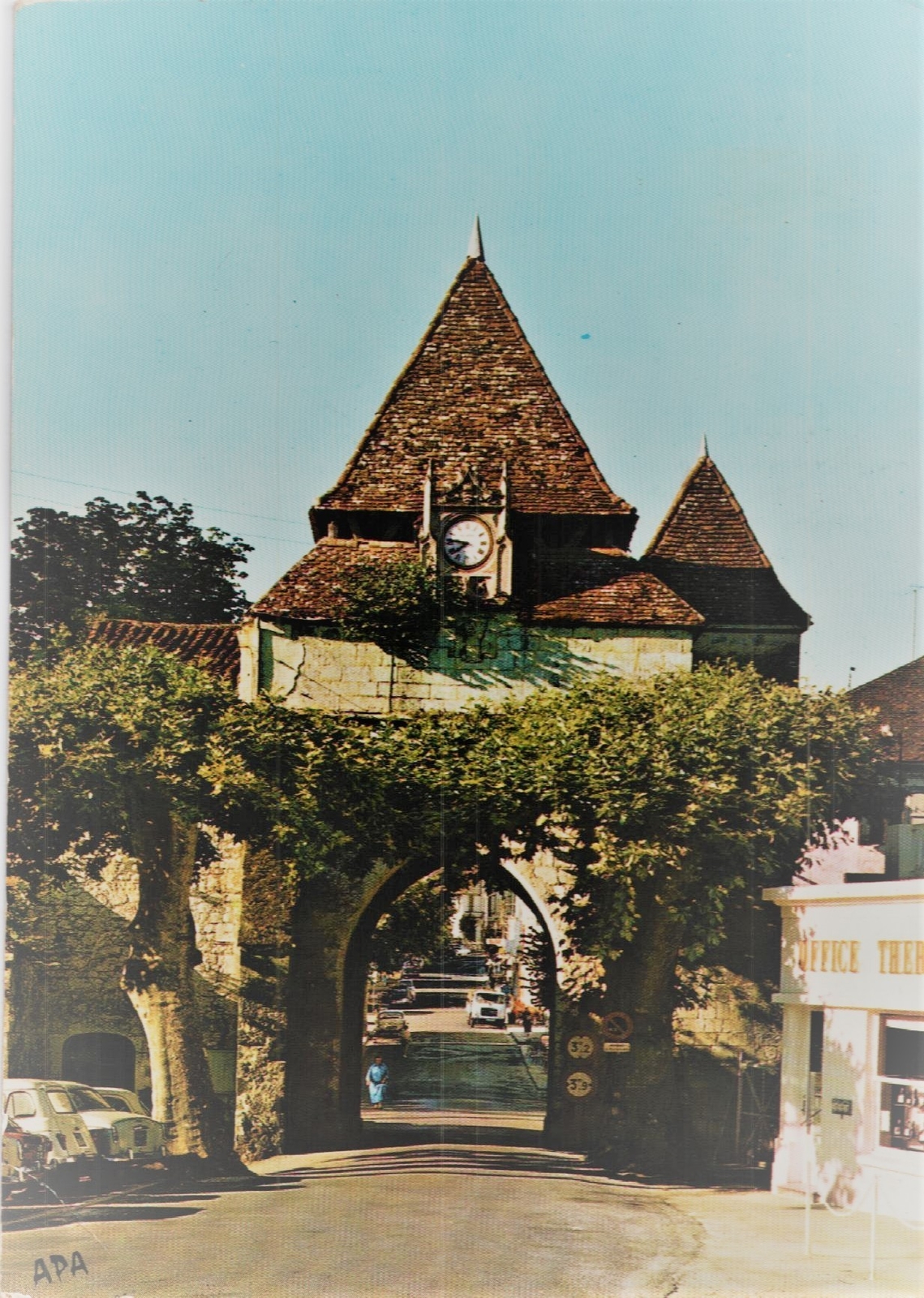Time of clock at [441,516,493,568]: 7:46
